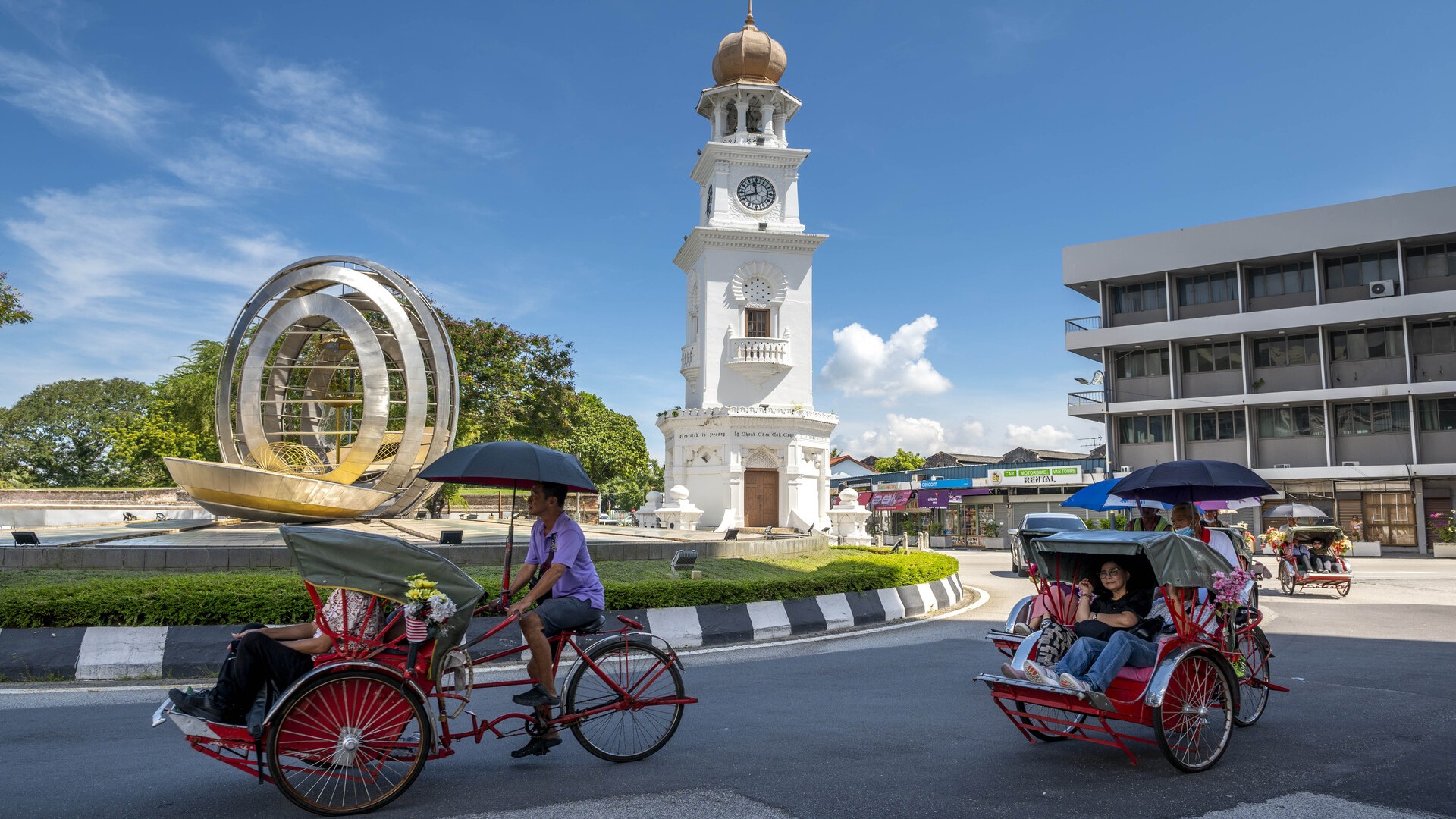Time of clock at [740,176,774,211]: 11:41
